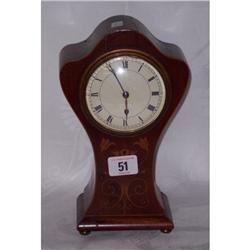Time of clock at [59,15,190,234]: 5:55
